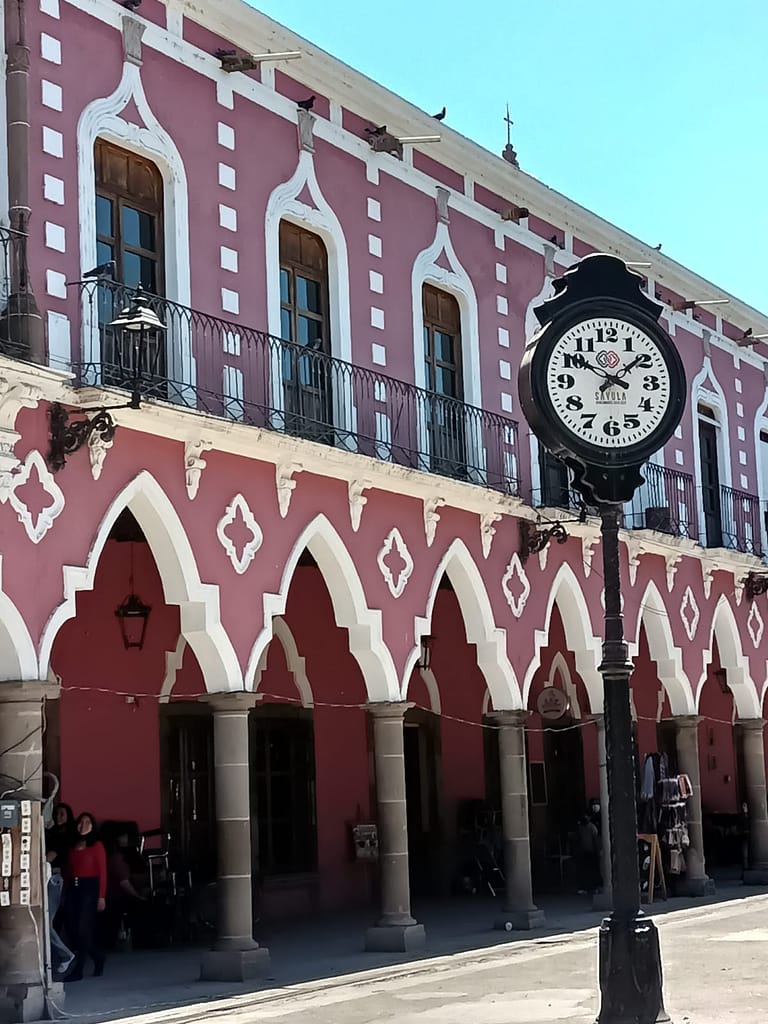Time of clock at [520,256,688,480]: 1:50
